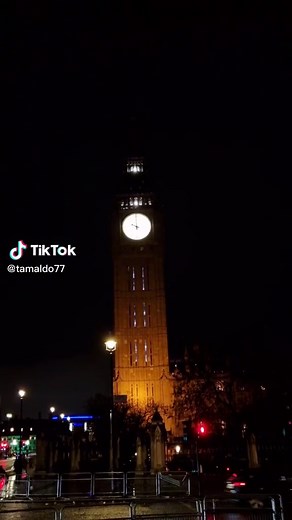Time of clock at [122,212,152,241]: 10:00
